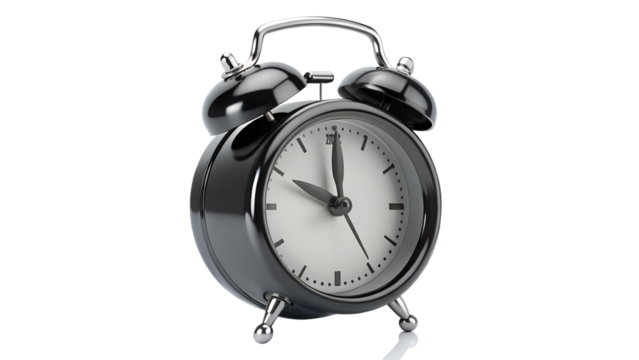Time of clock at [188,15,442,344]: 10:00
